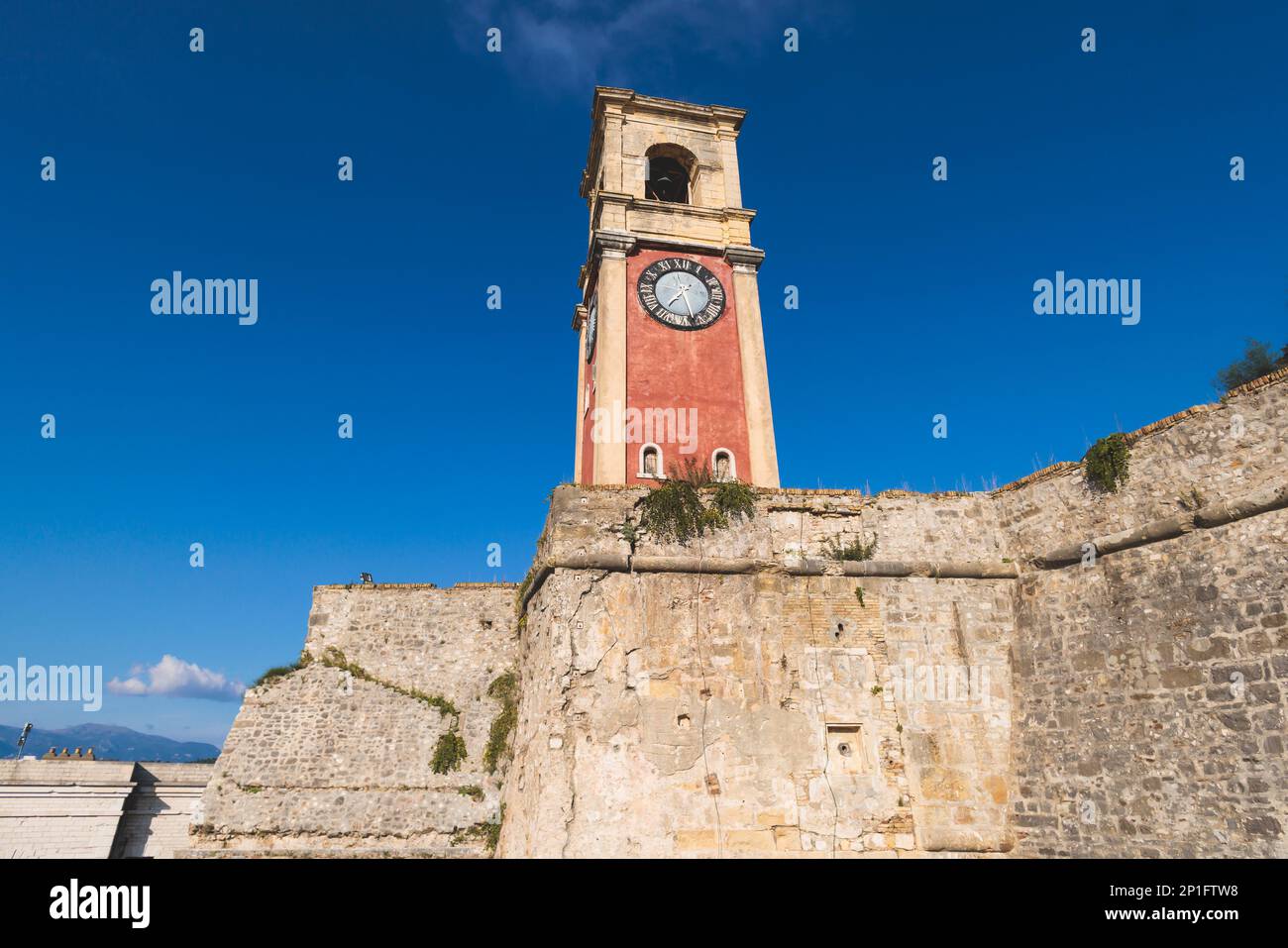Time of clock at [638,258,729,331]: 7:27
